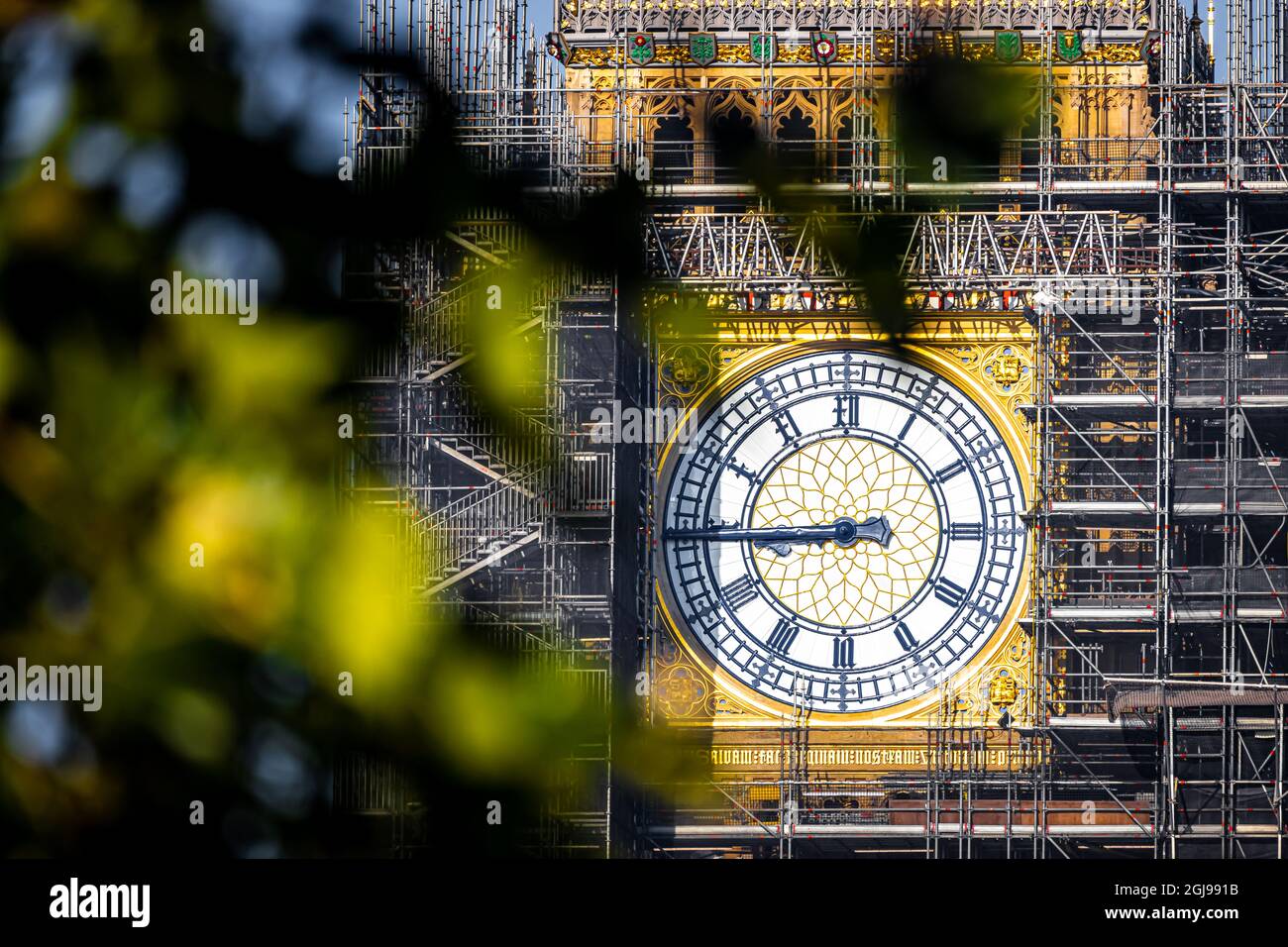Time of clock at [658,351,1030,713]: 8:44
